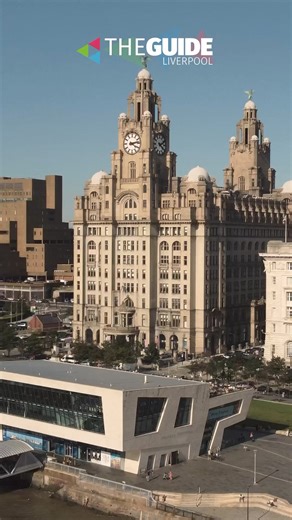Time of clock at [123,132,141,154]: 4:13
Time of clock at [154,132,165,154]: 2:21
